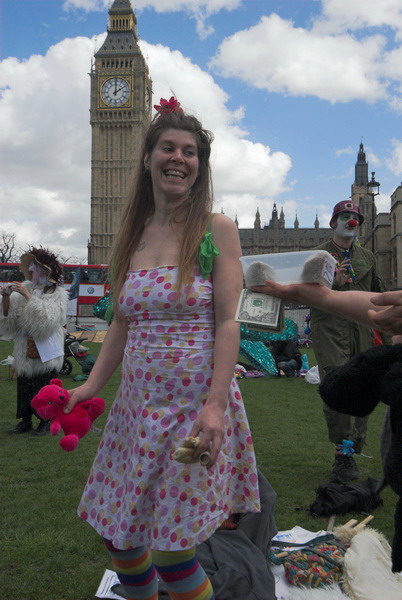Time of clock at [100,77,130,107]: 2:00
